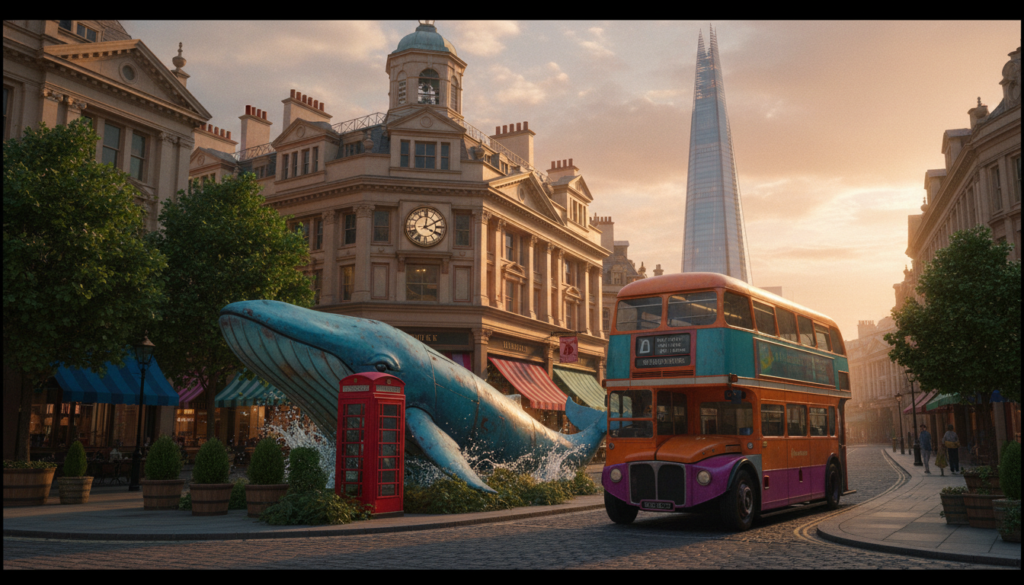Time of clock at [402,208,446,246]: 4:10
